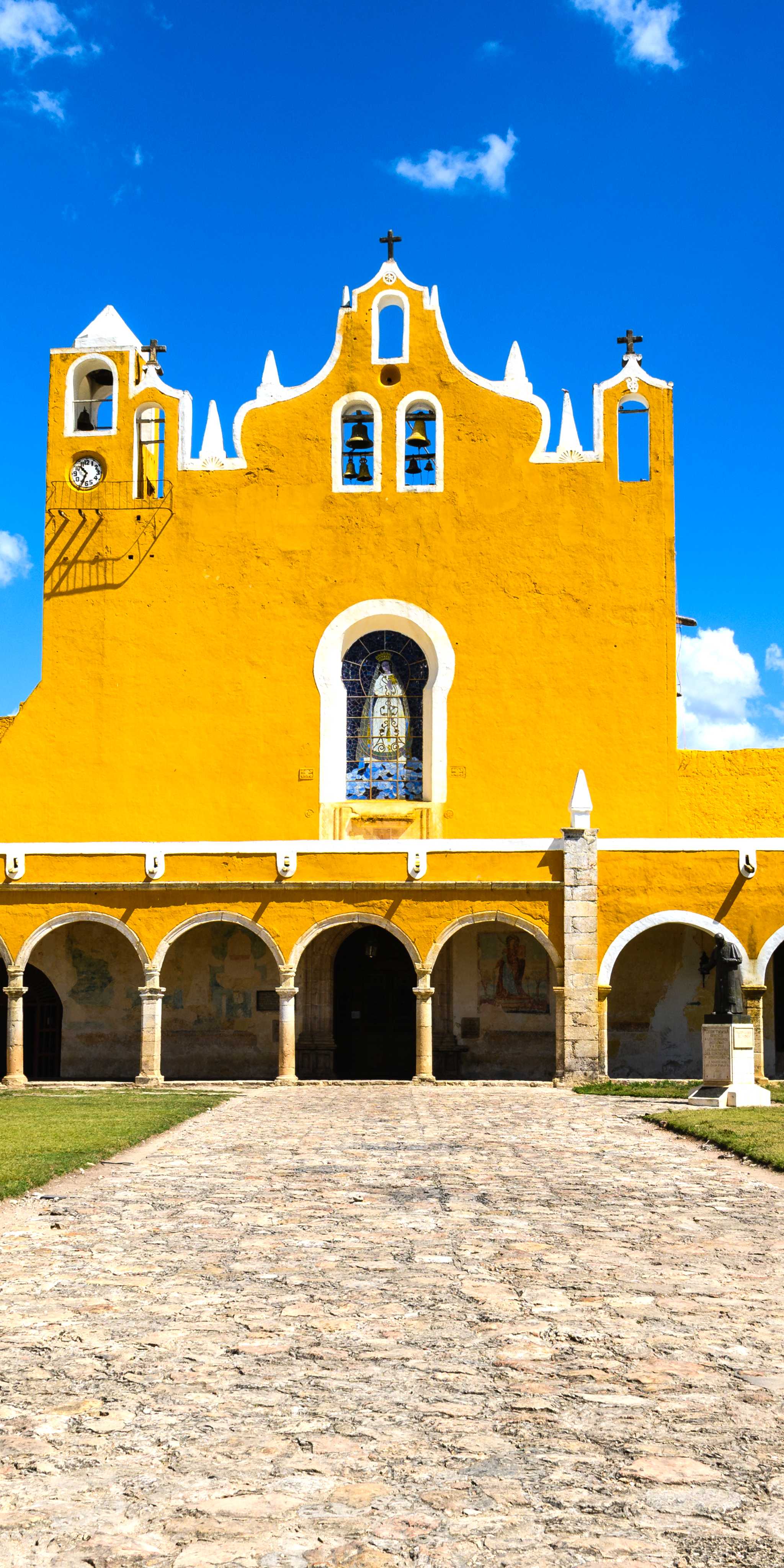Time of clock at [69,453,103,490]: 10:34
